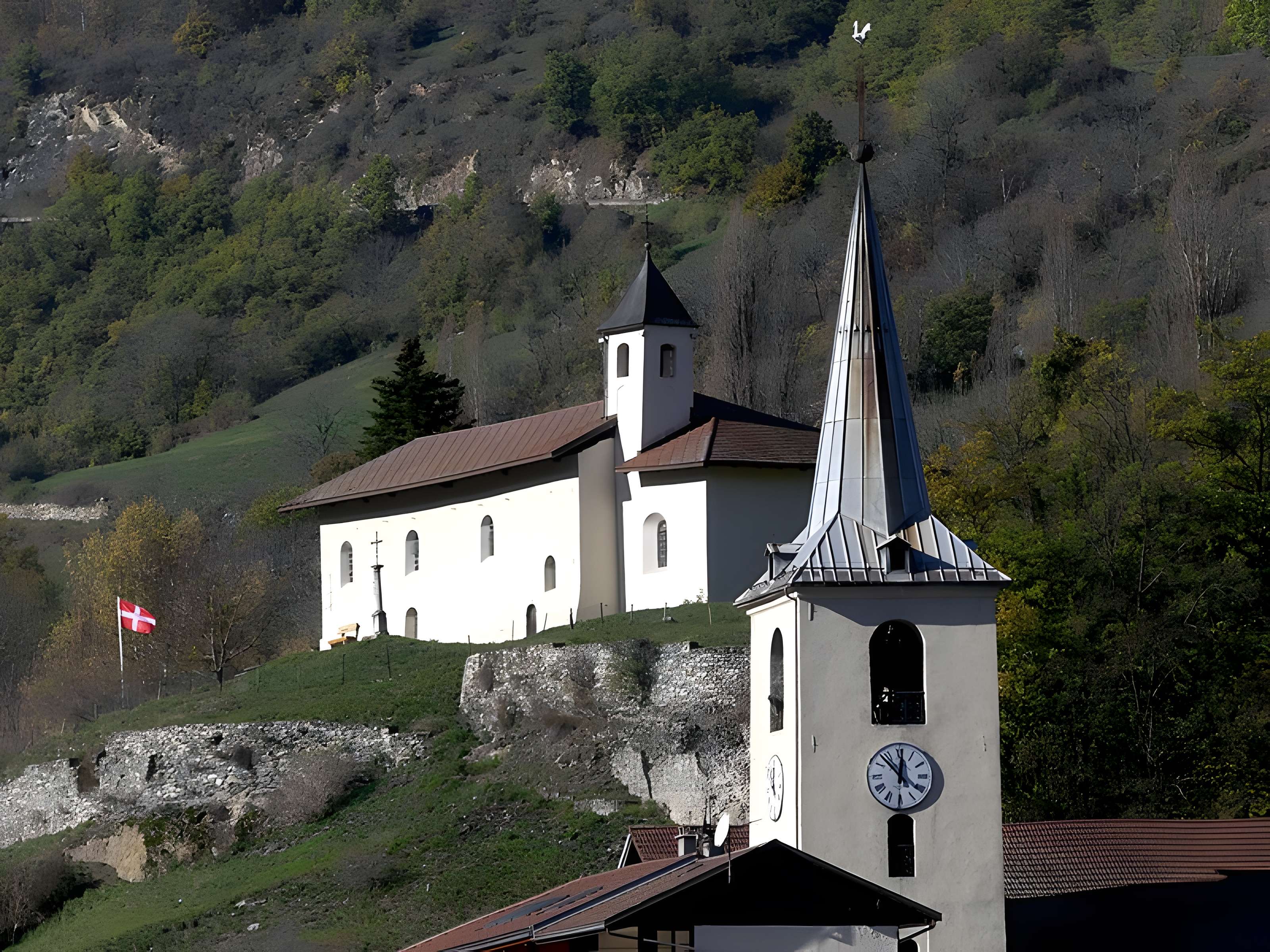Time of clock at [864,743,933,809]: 11:52
